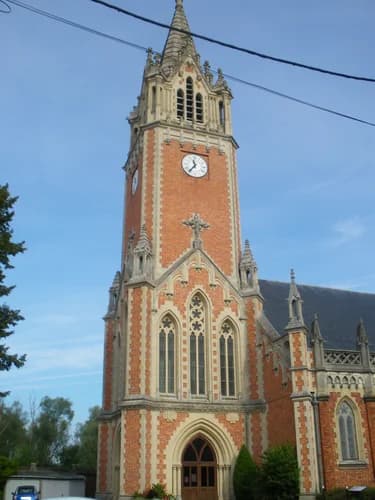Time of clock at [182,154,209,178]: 11:36
